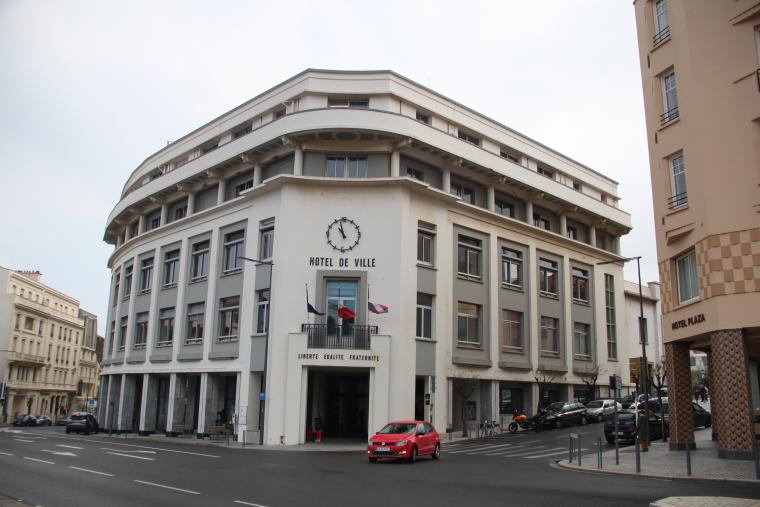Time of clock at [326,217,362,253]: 10:57
